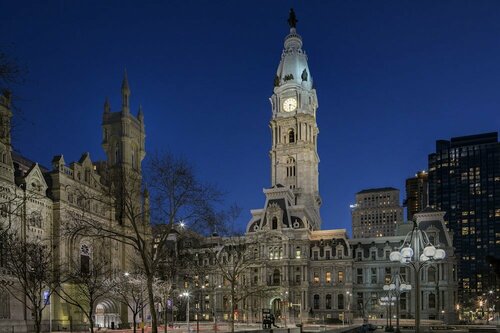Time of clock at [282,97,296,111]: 6:18
